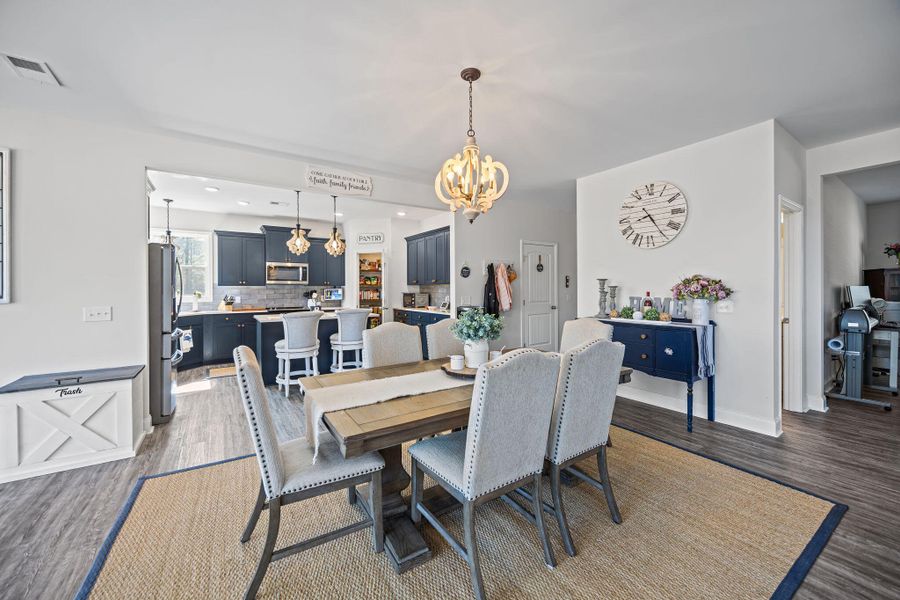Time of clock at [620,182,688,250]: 8:24
